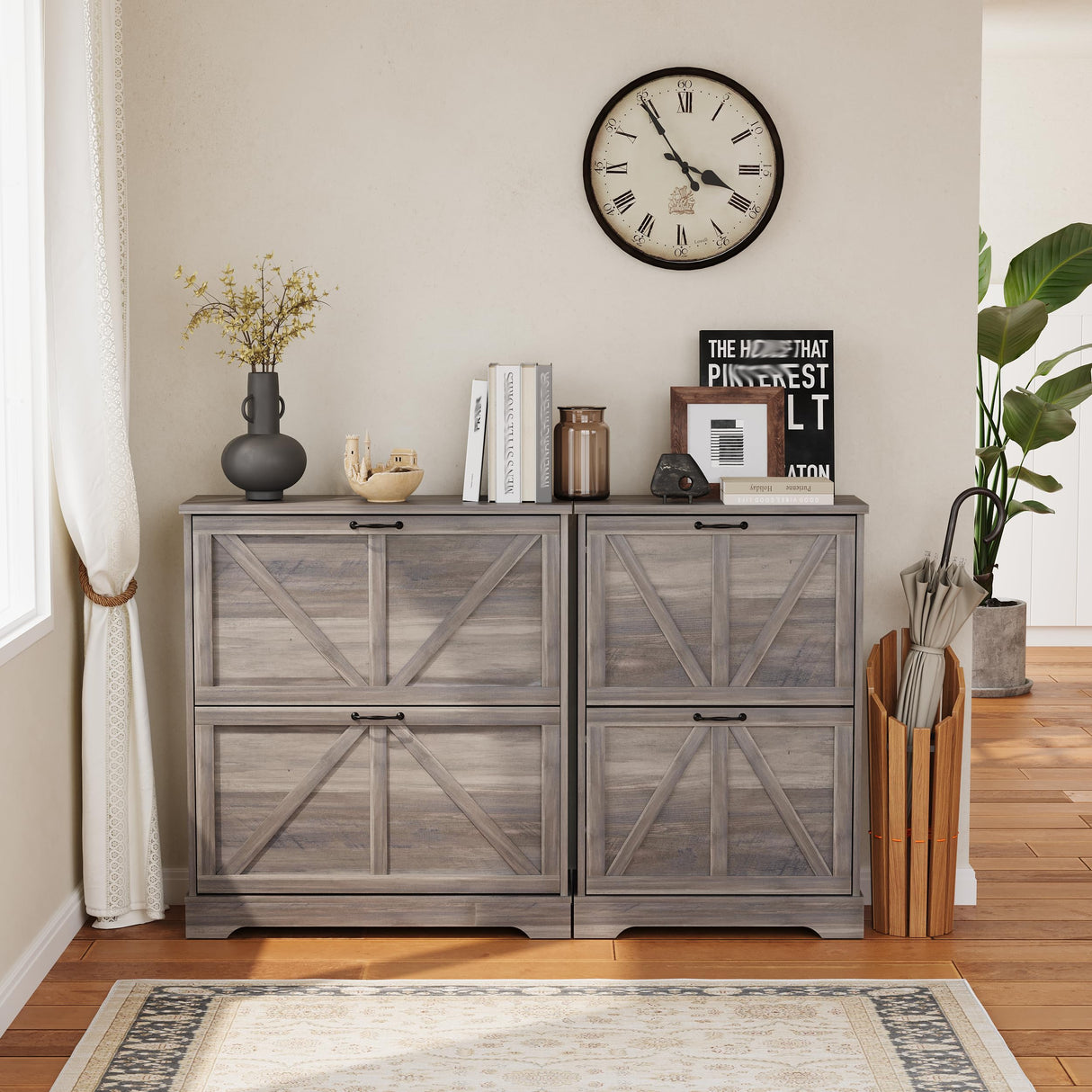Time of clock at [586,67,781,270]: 3:54
